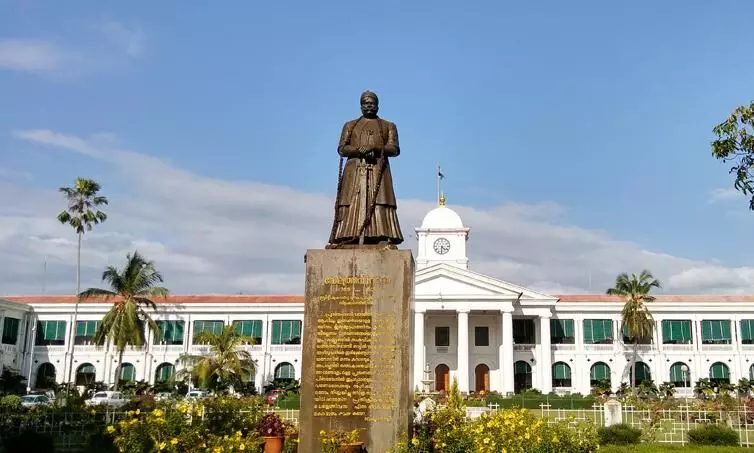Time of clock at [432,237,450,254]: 4:31
